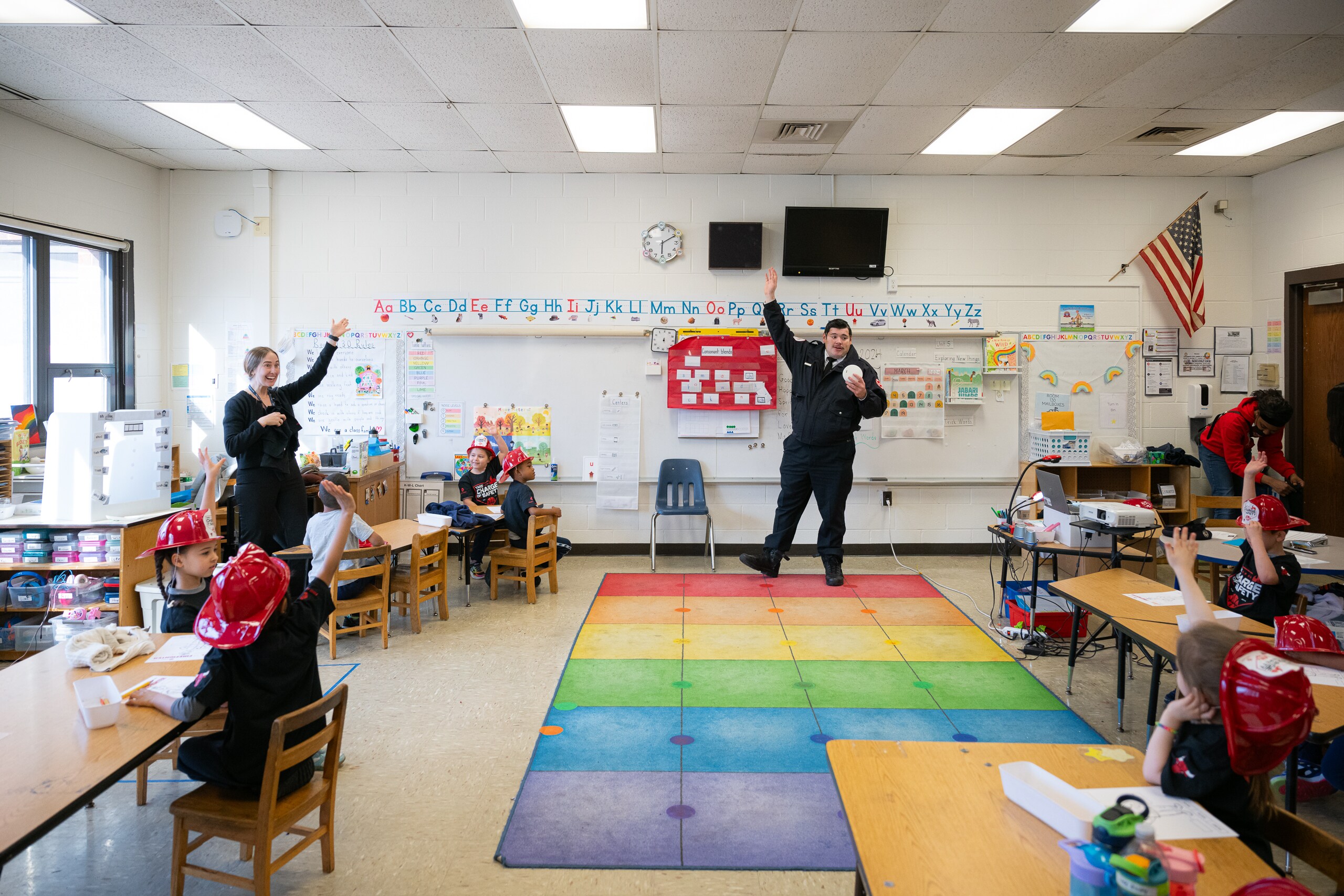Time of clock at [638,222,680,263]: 6:10
